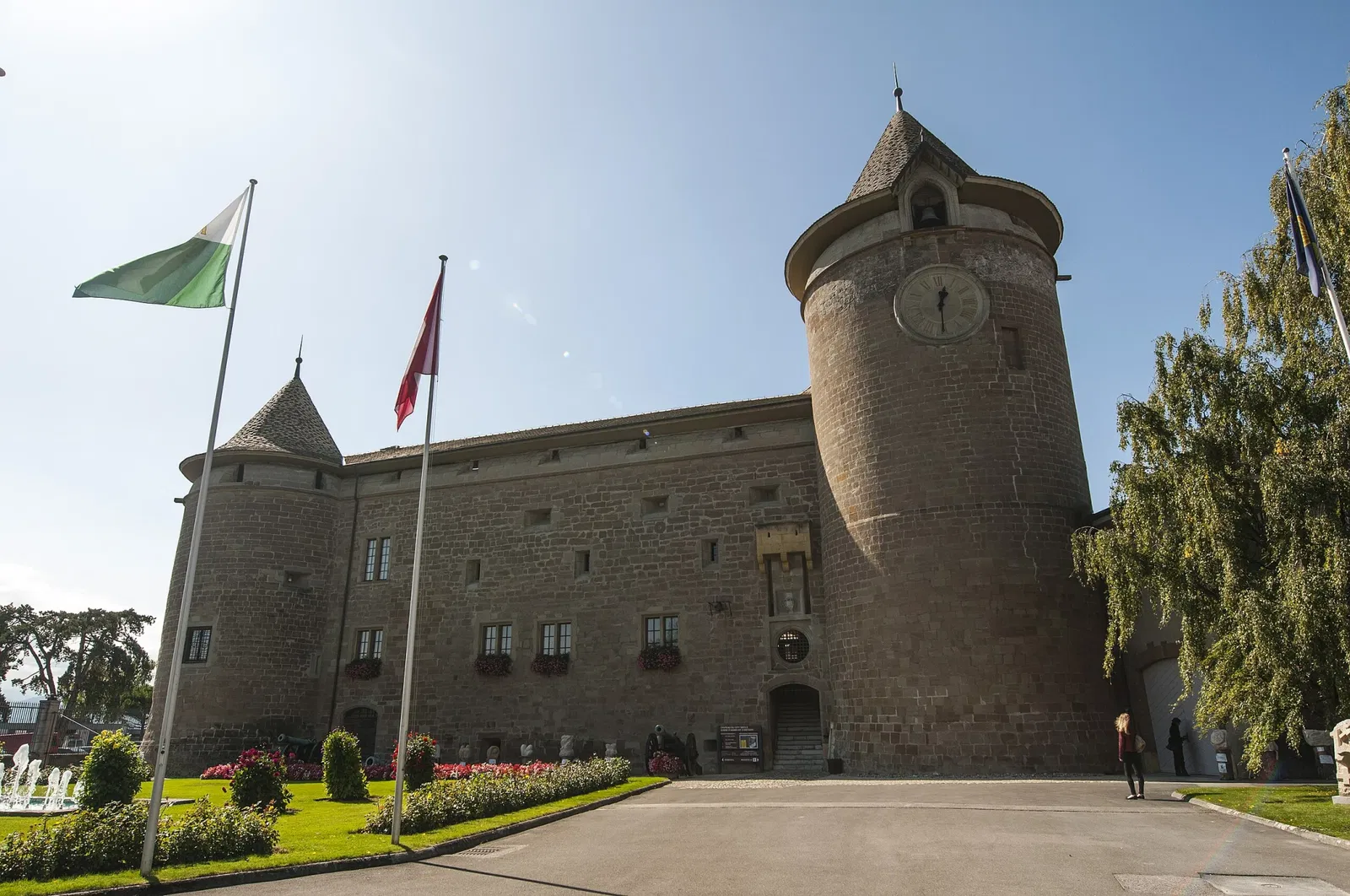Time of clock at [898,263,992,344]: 12:29
